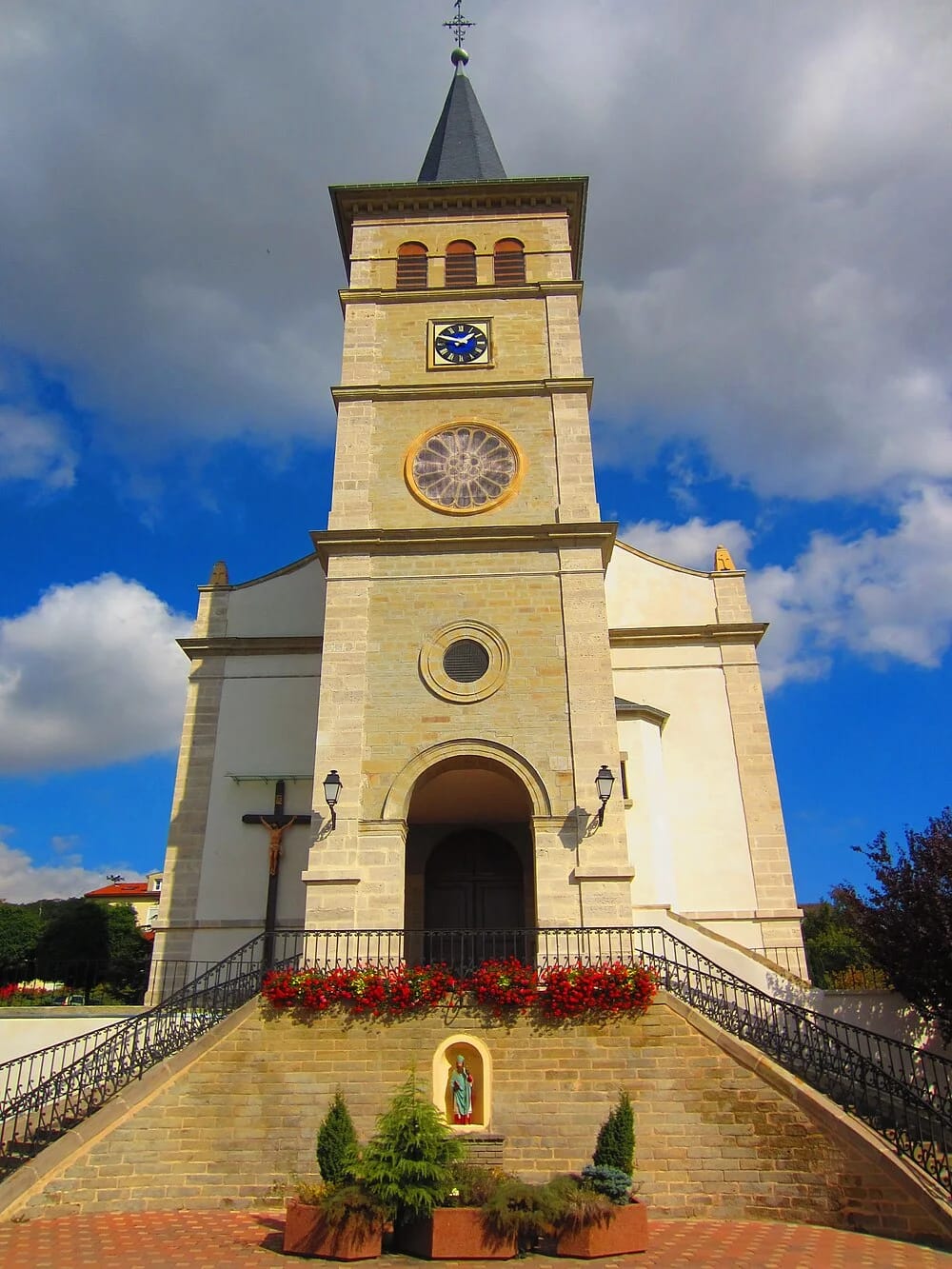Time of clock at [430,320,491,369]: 1:47
